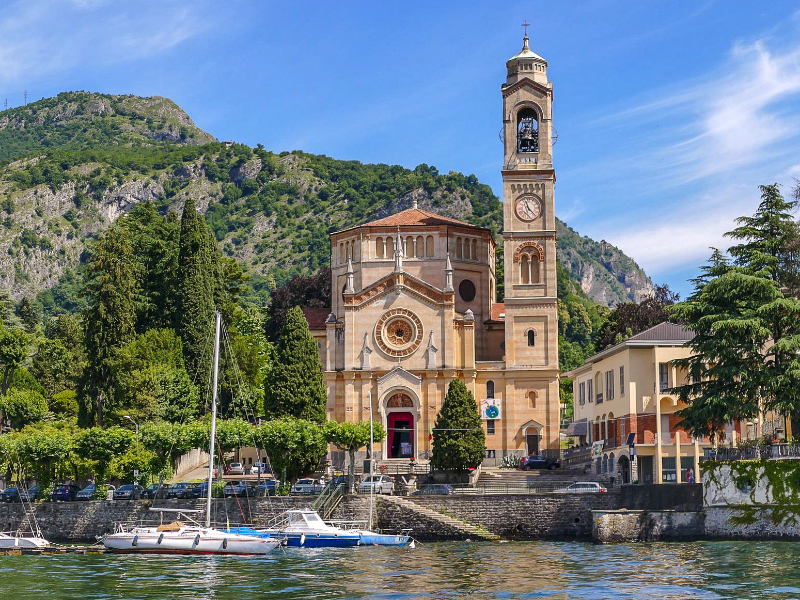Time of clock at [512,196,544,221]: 11:22
